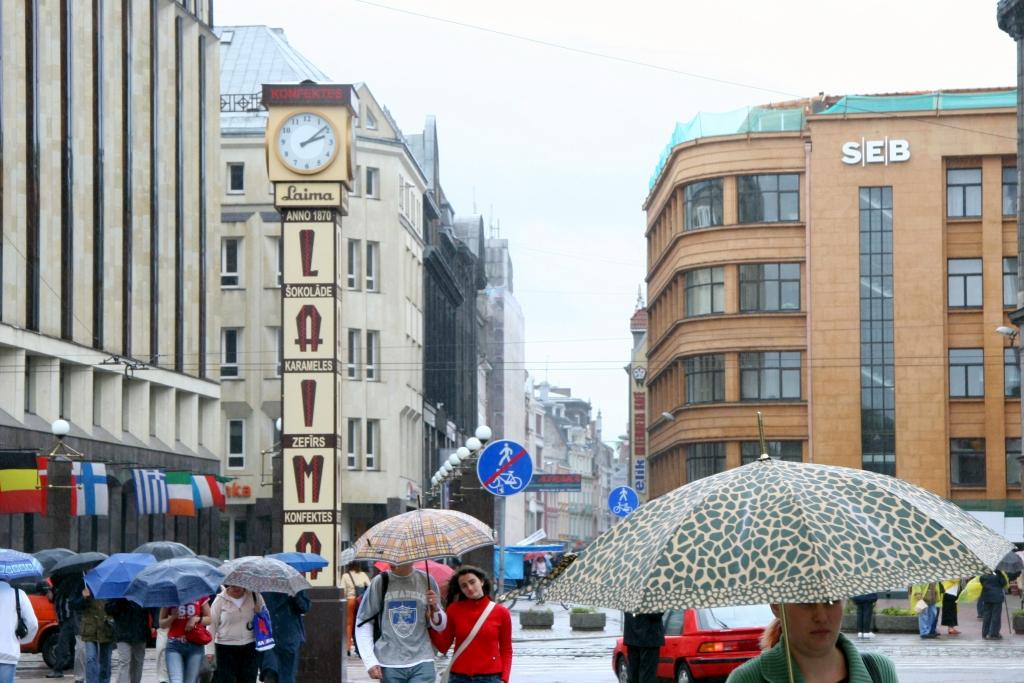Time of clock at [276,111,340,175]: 2:08
